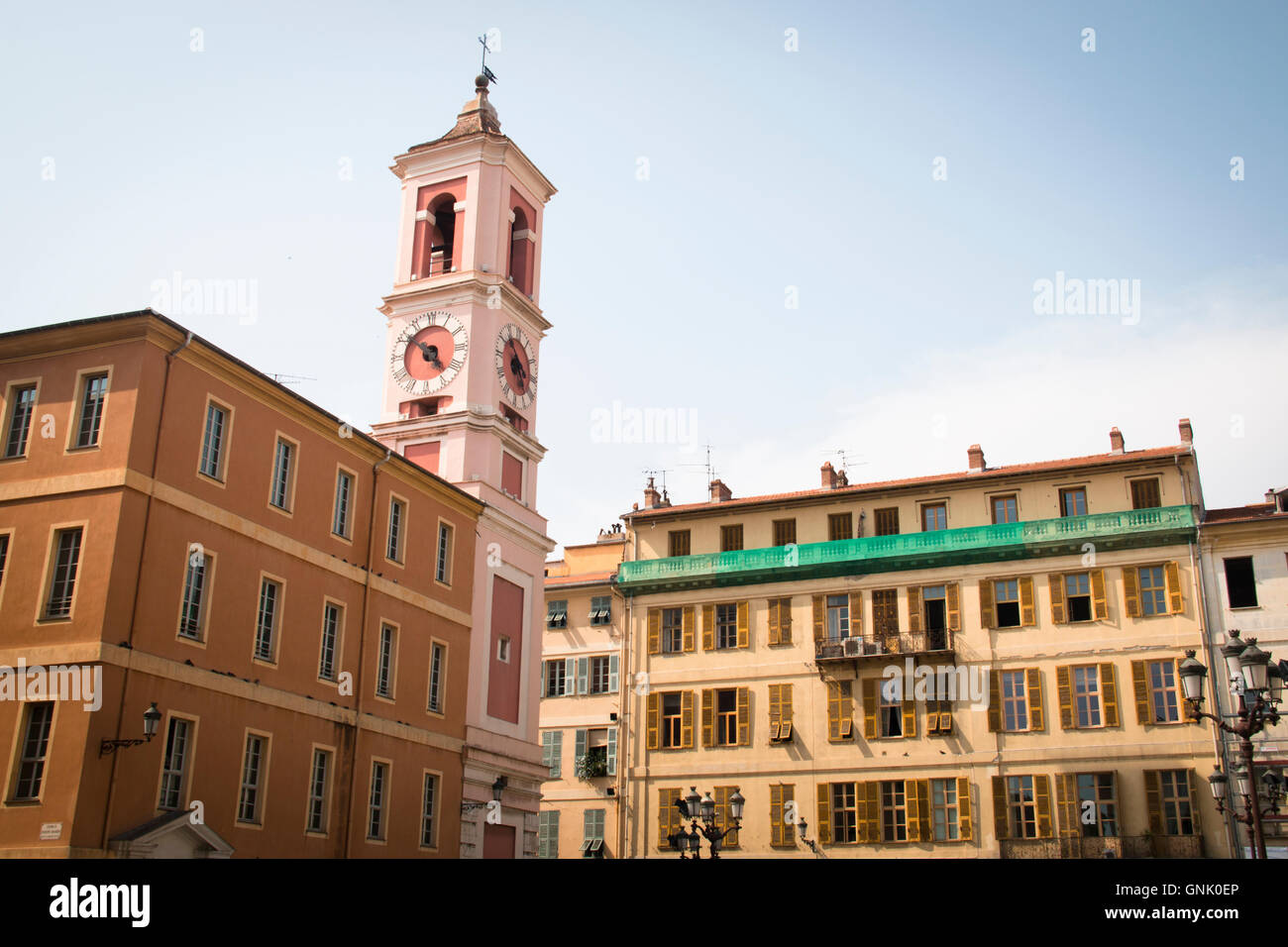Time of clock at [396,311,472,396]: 4:51
